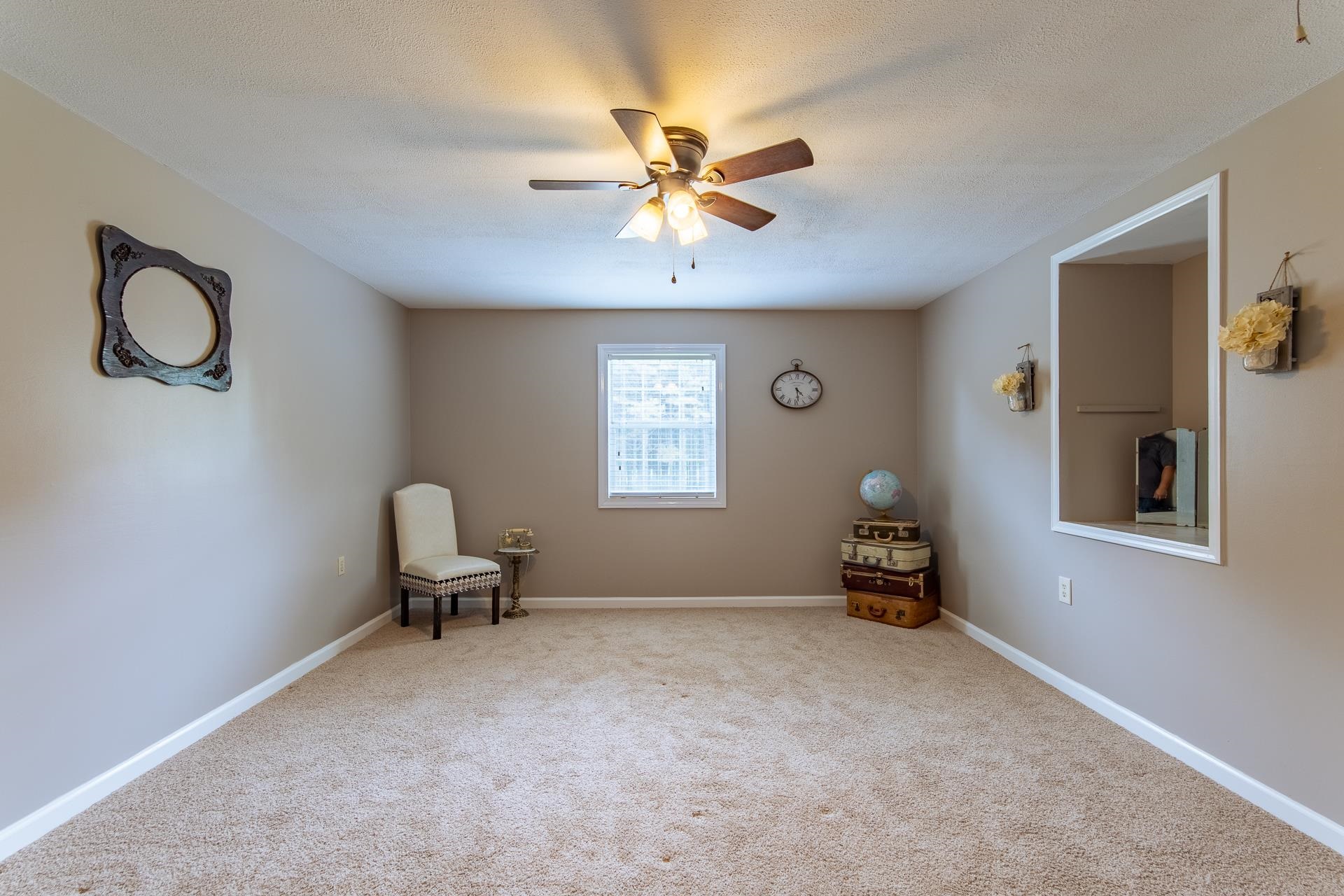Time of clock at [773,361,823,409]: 4:28
